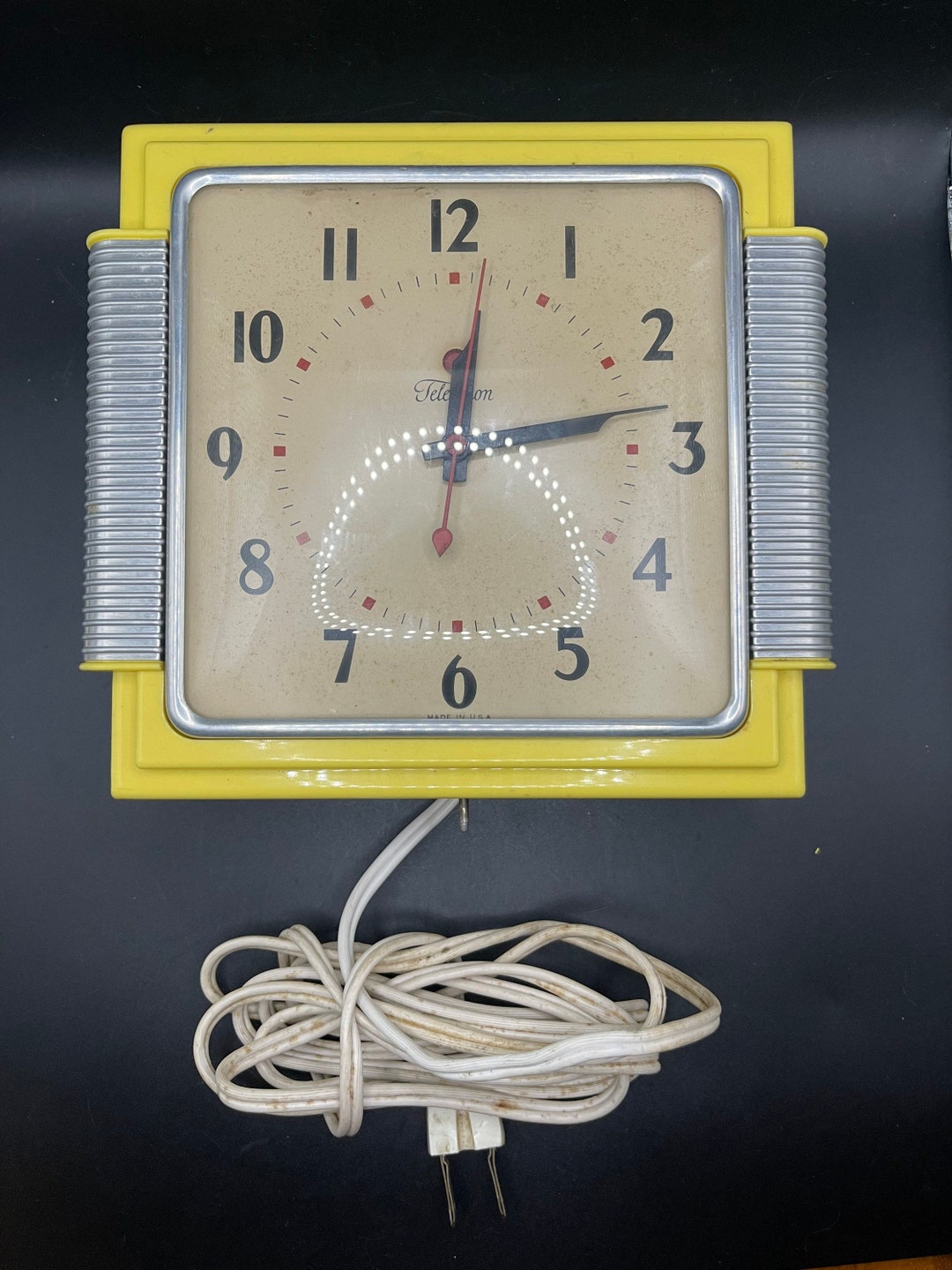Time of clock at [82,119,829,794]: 12:13
